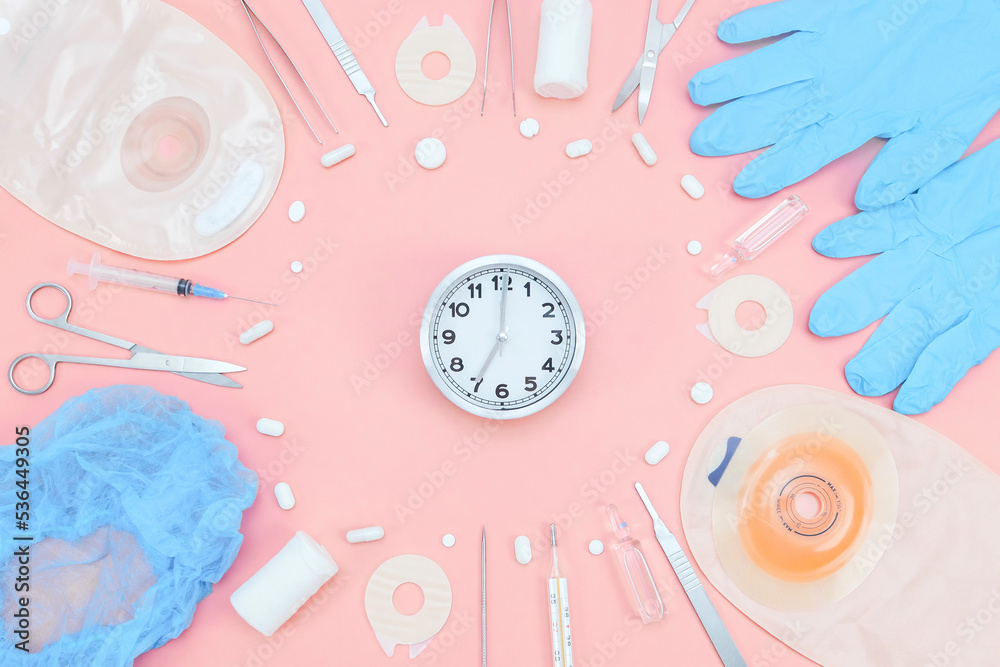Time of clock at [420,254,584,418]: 7:00
